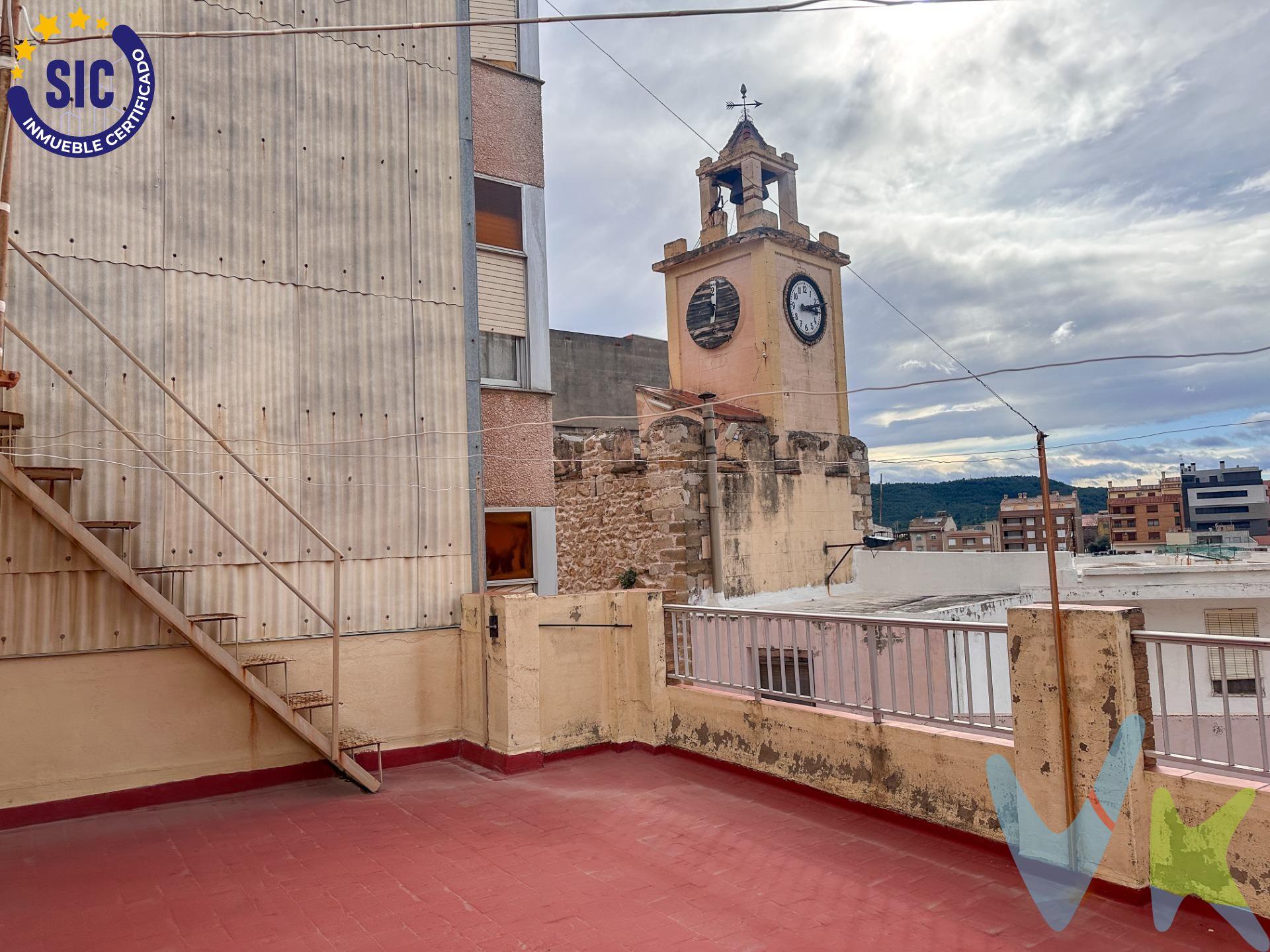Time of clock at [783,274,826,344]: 3:12
